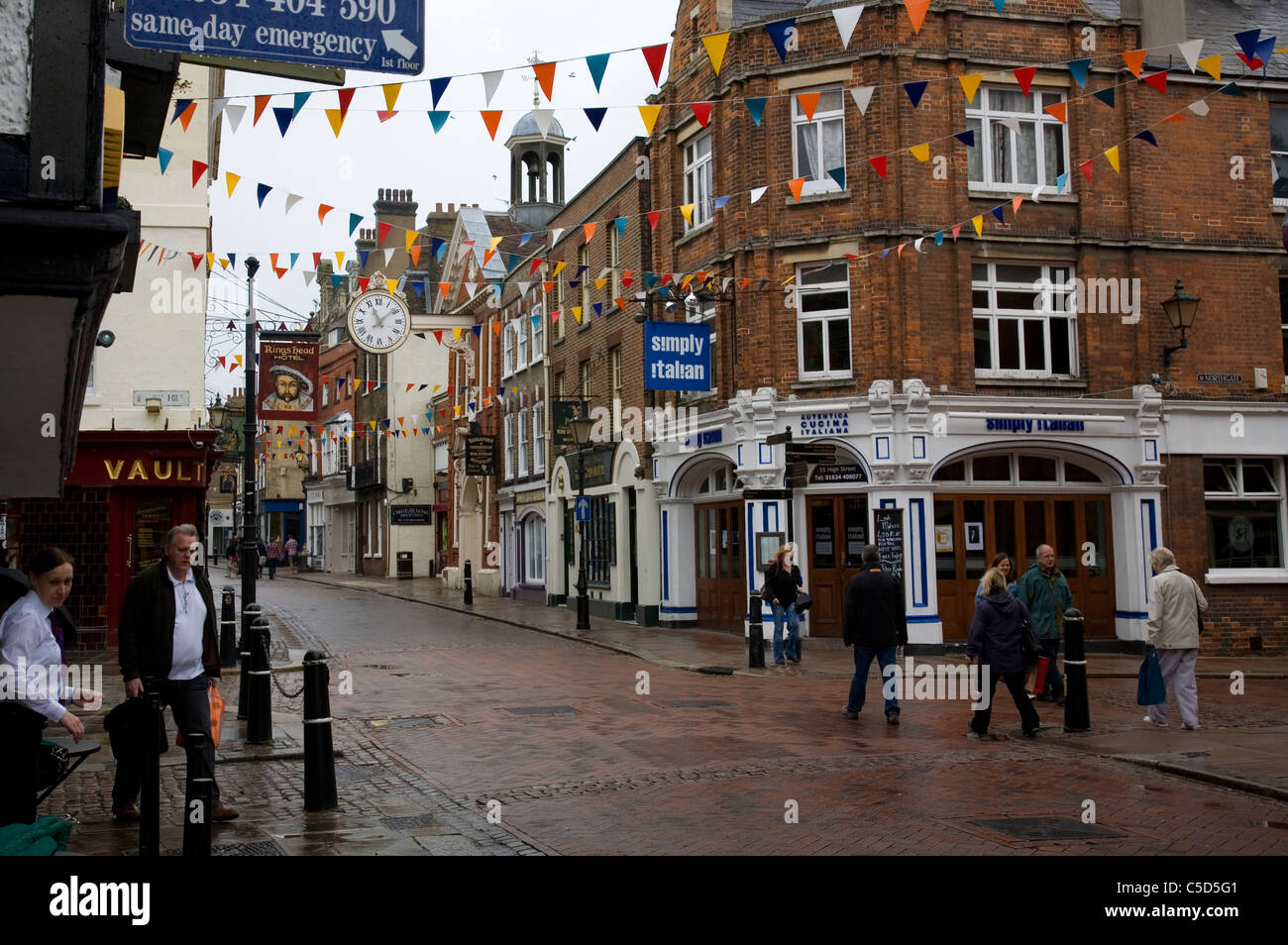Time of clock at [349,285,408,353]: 11:08
